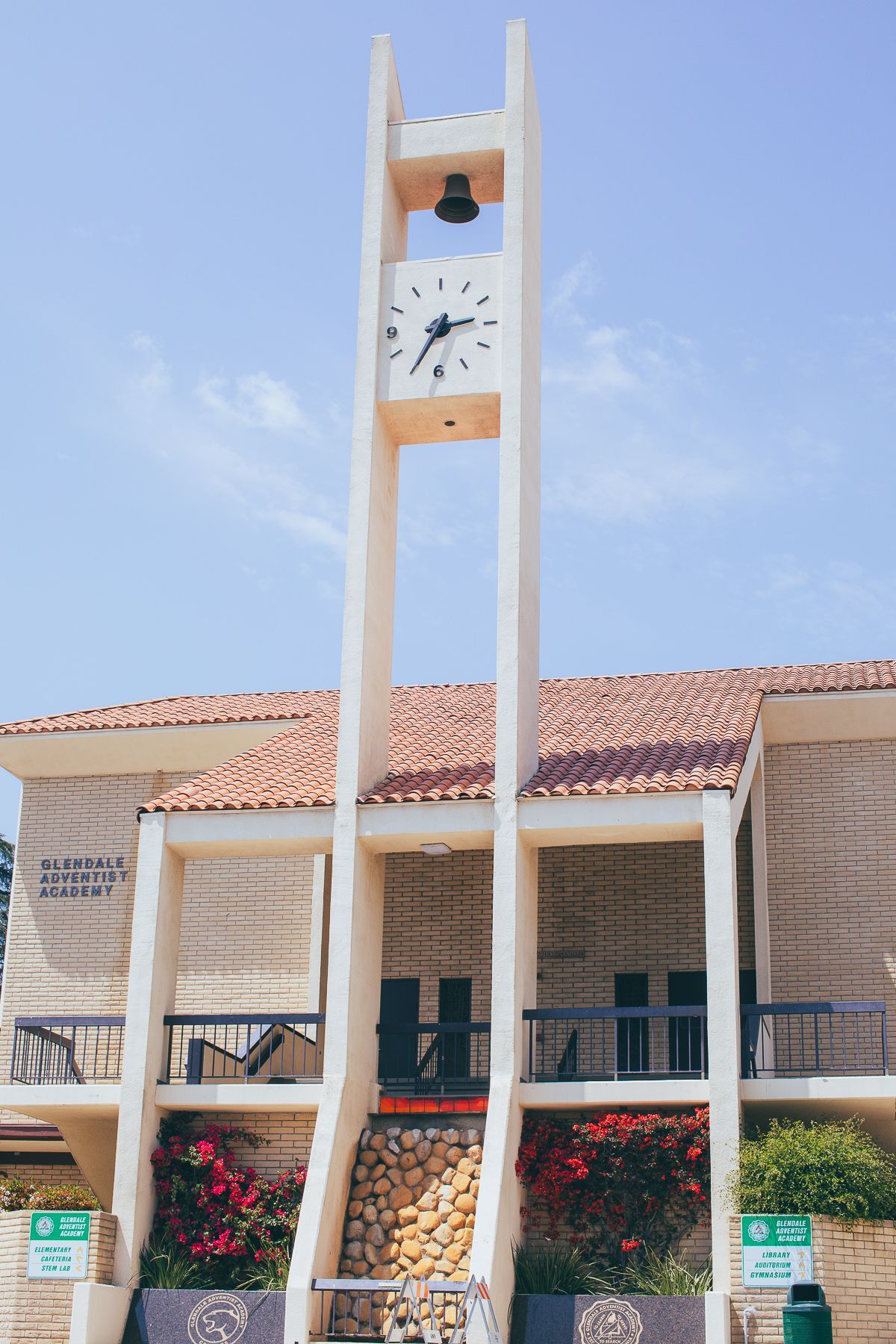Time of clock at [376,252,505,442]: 2:35
